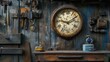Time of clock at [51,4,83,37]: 9:10
